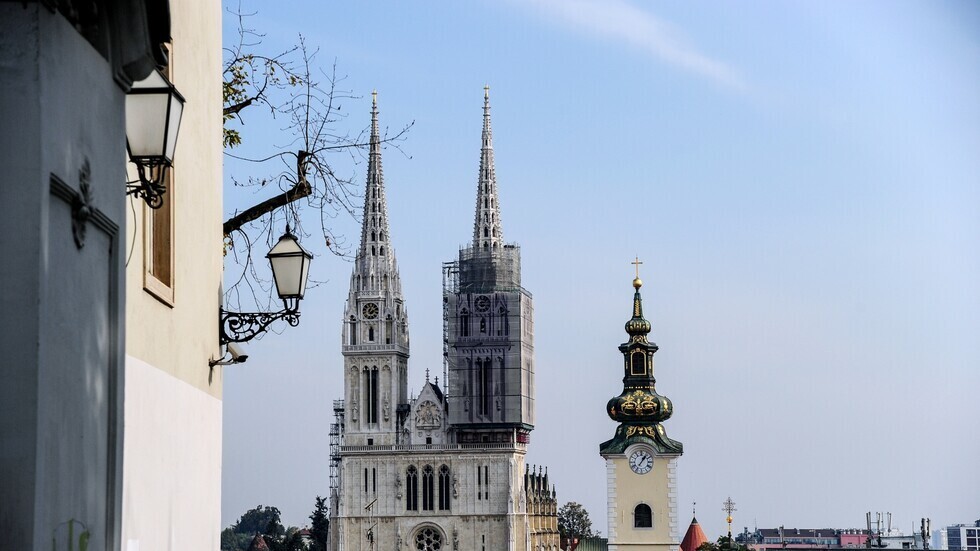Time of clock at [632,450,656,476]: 1:06
